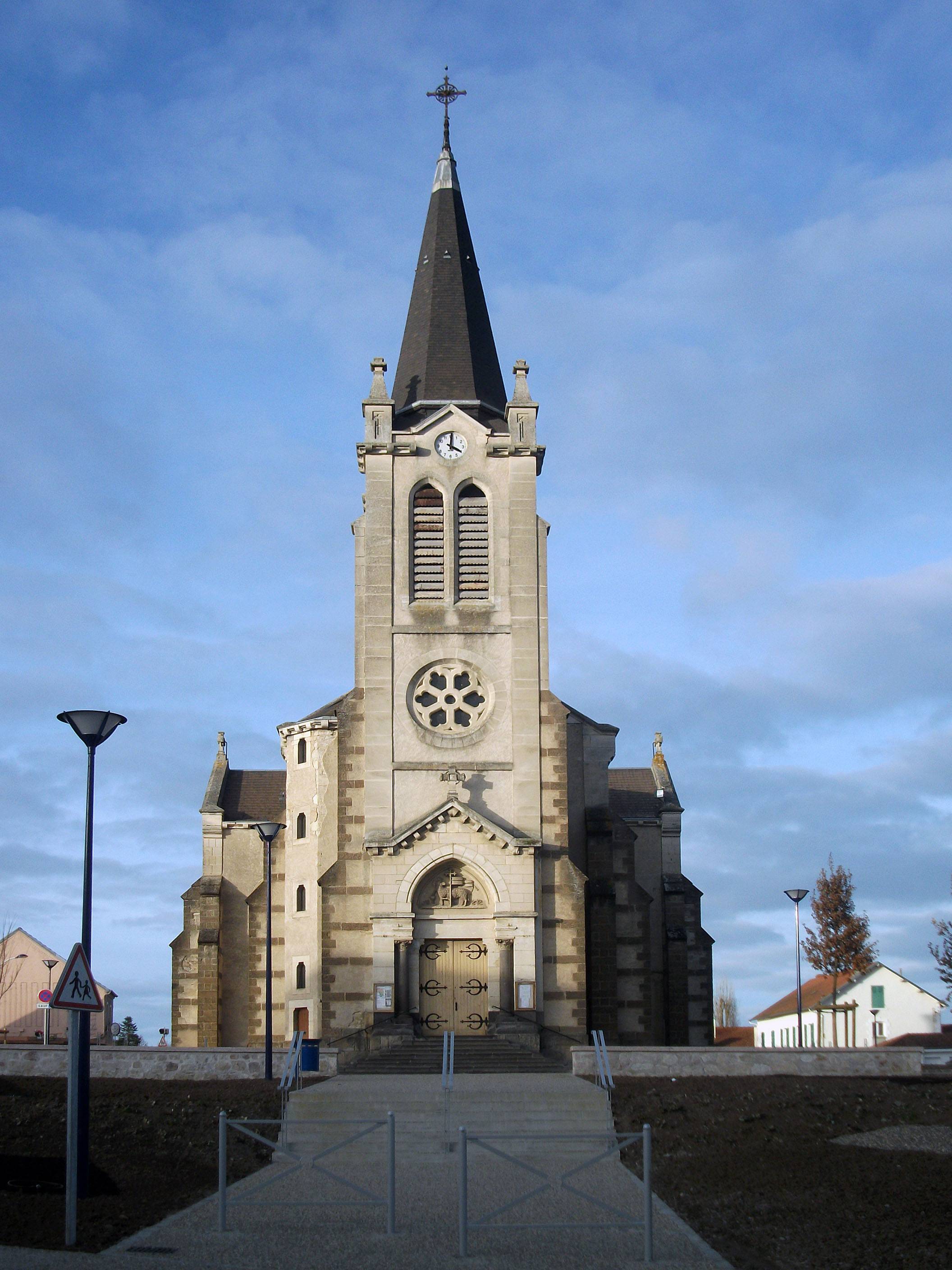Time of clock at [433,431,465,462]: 4:00
